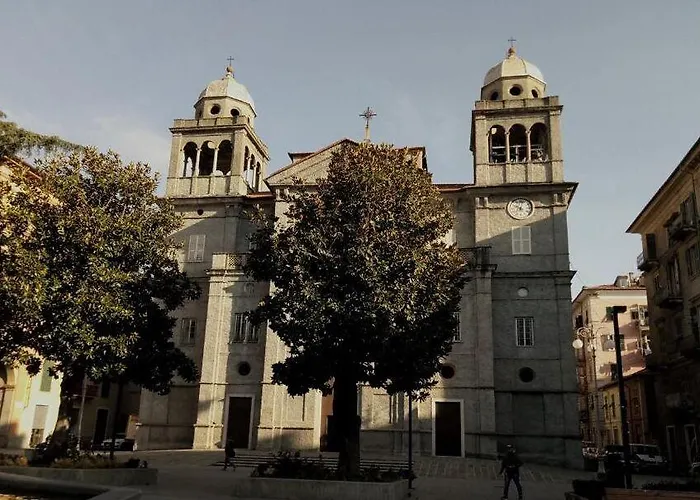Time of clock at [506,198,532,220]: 10:02
